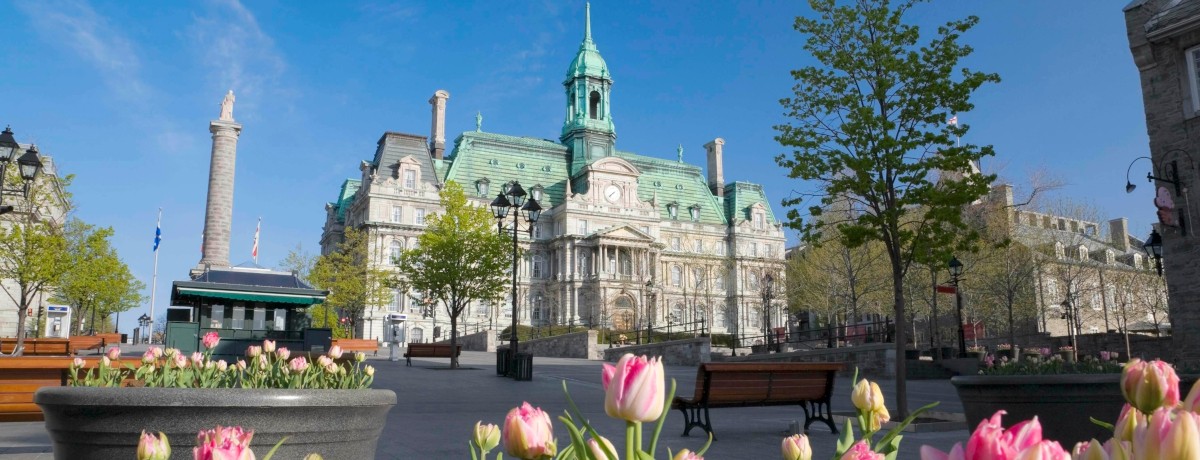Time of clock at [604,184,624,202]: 7:37
